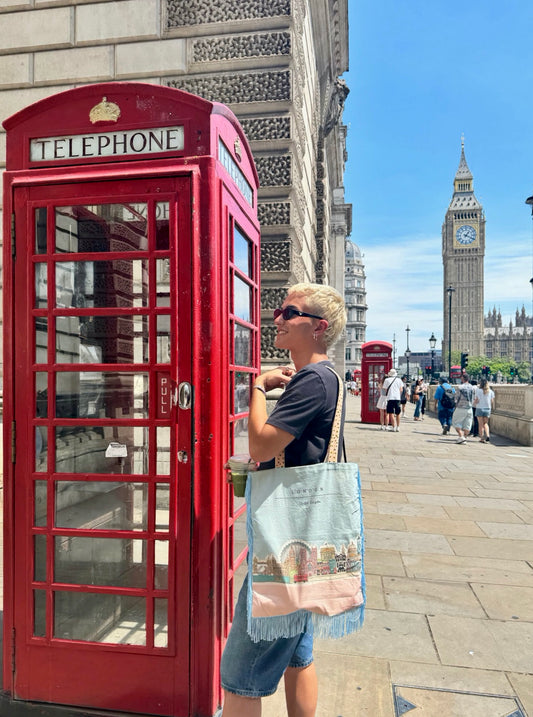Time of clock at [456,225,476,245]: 1:18
